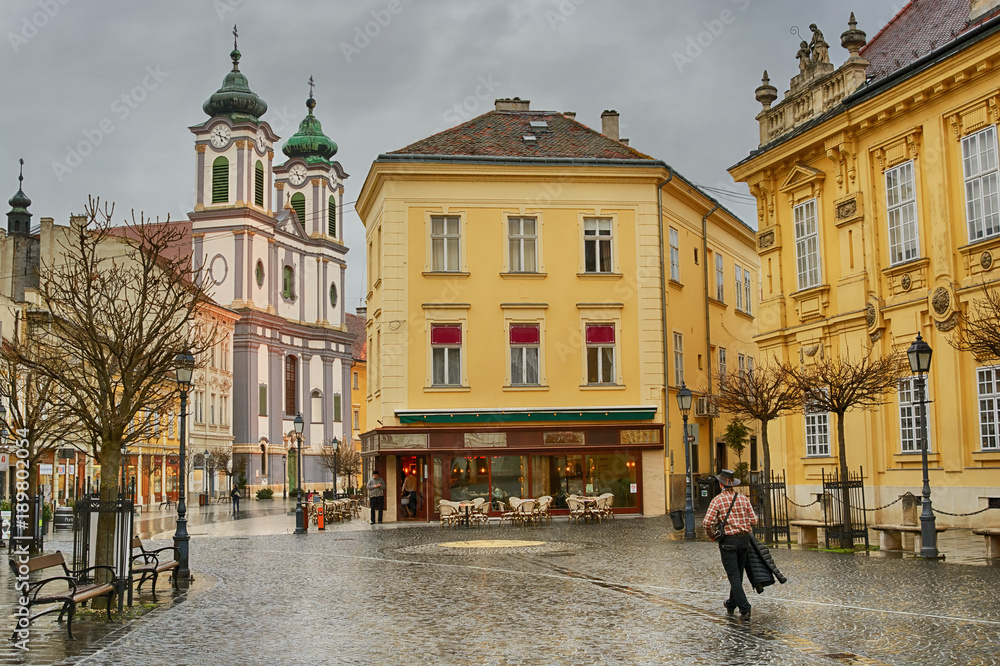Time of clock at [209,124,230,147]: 5:18
